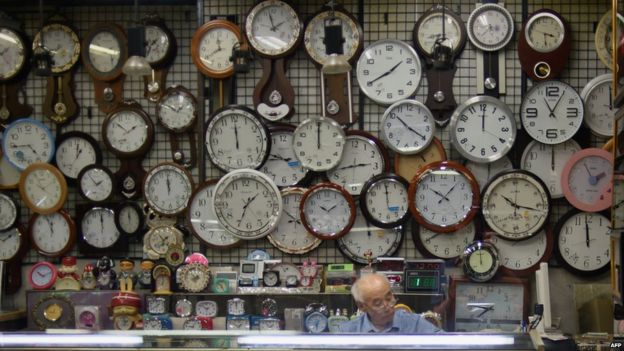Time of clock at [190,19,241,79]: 11:40
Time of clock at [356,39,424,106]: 1:40
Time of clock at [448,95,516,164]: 12:00
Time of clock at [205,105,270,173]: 12:00
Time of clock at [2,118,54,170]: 4:44
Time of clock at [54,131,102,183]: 1:00
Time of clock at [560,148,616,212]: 1:55
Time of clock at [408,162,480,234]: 10:07
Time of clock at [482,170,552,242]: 10:17
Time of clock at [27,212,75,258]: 11:56
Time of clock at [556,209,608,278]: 11:58
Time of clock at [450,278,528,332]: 7:46
